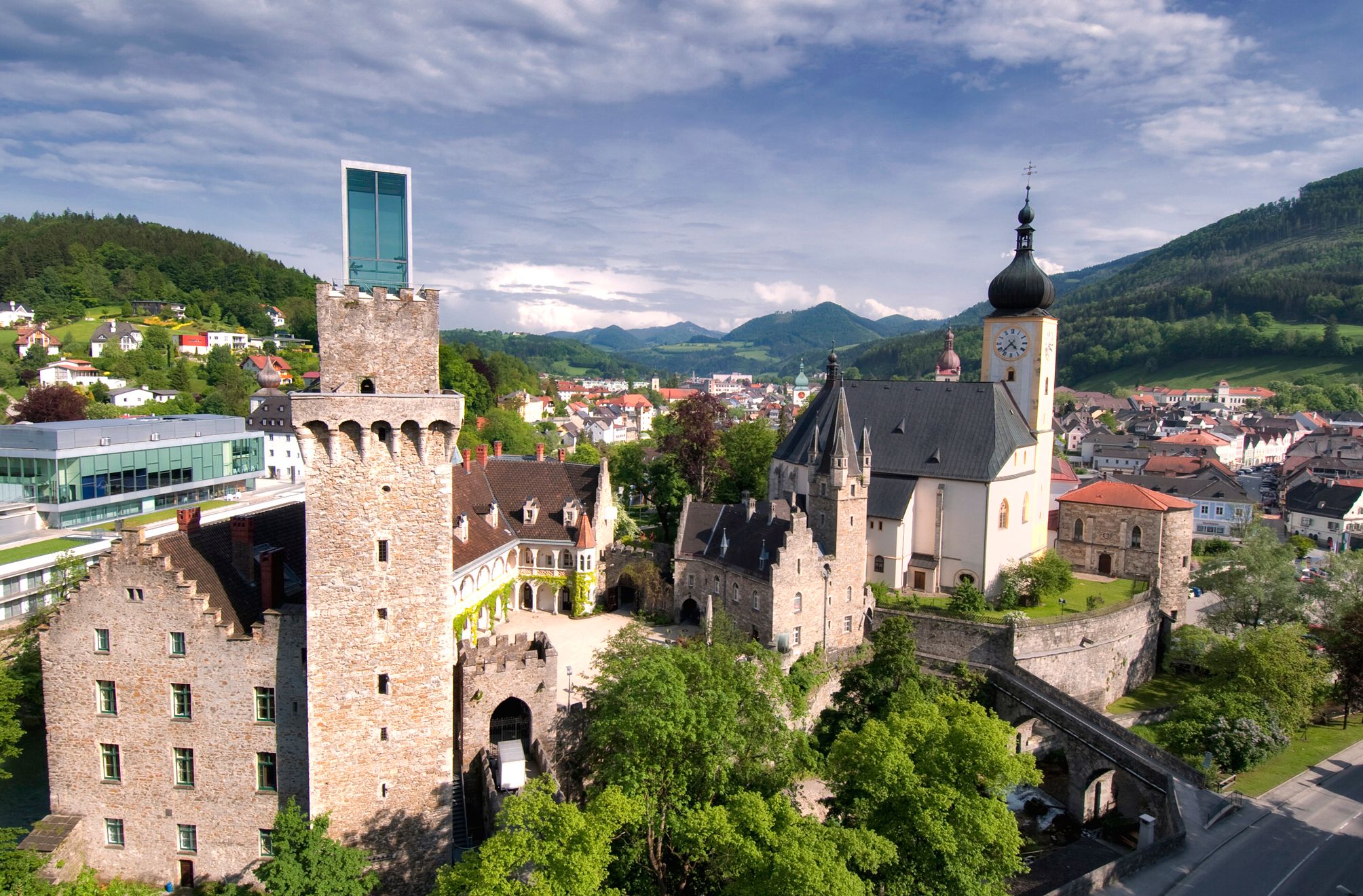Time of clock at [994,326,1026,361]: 4:37
